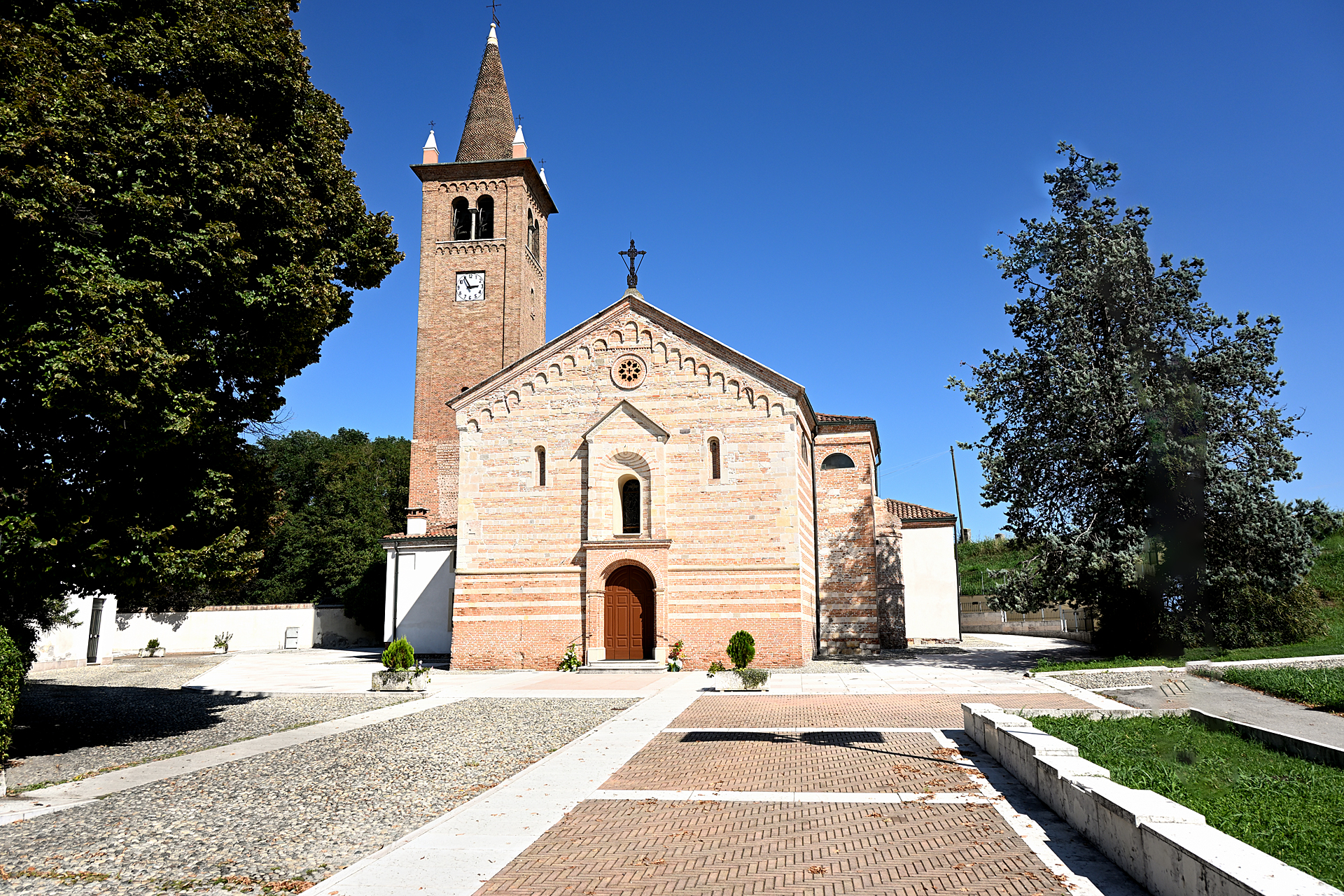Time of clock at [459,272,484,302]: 2:54
